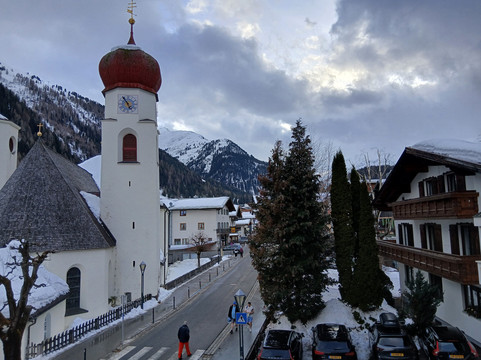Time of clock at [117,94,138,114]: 4:54
